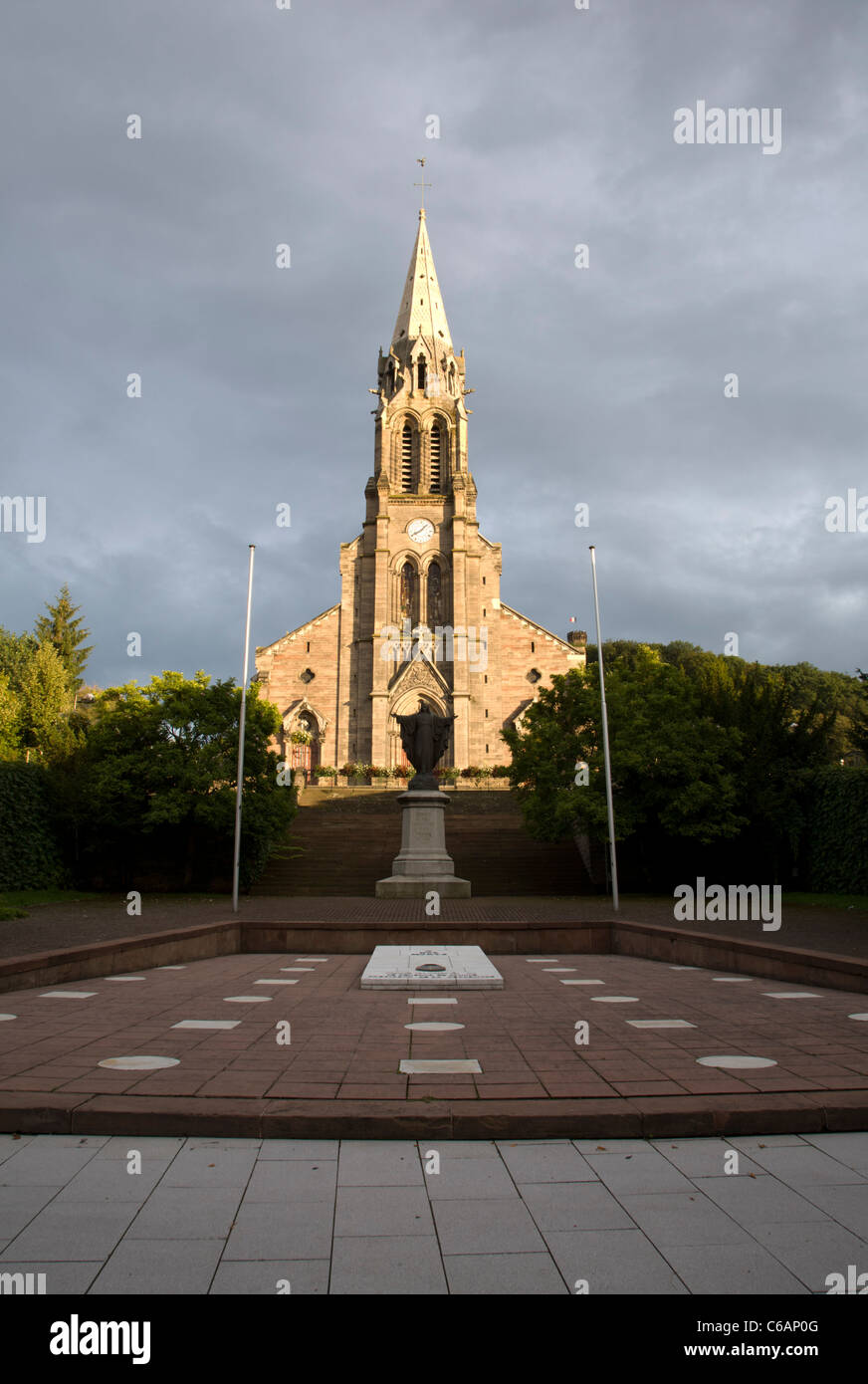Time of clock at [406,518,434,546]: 8:07
